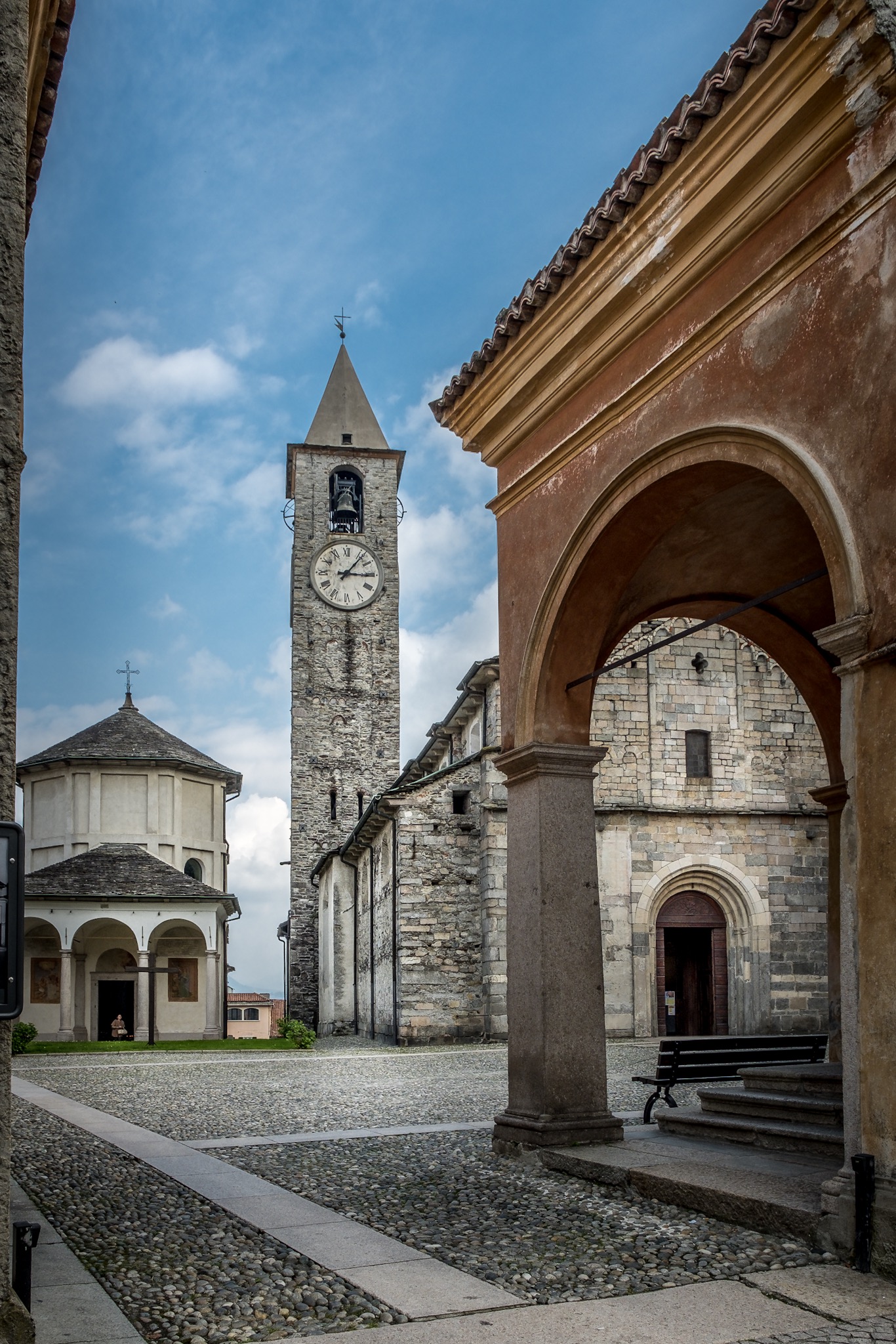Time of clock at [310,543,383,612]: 3:06
